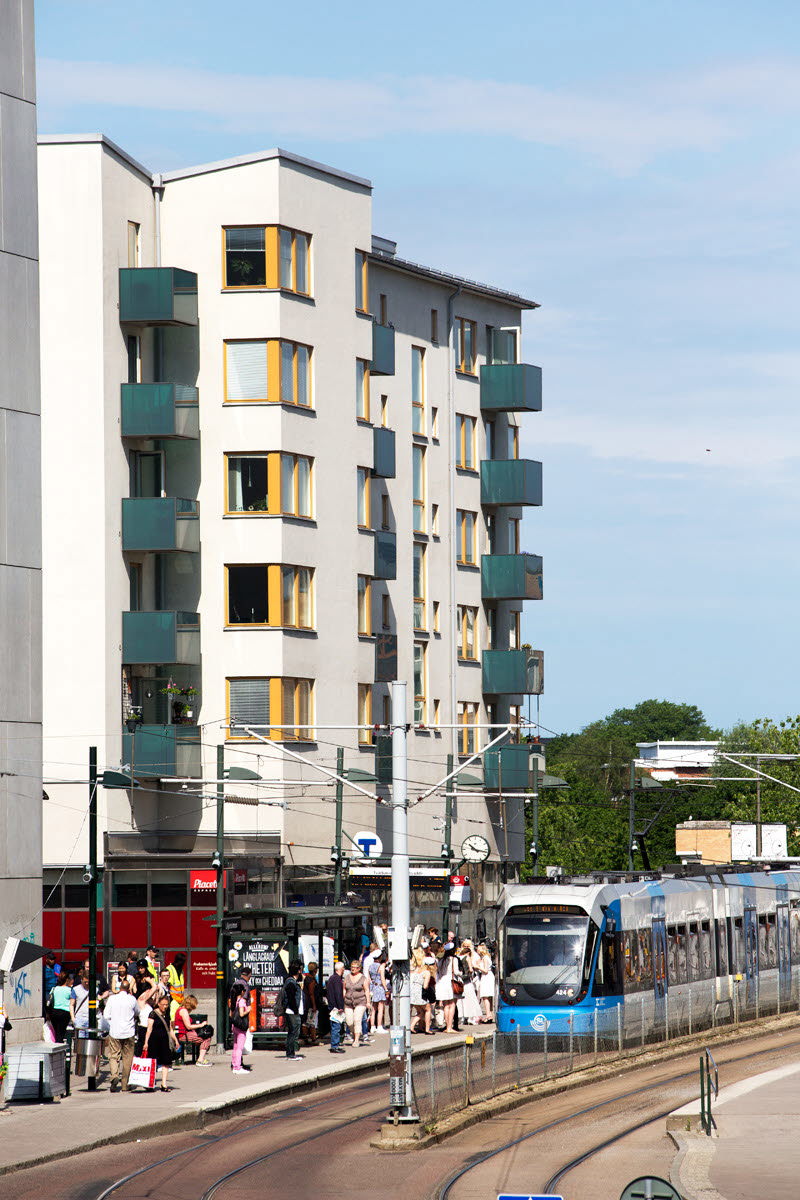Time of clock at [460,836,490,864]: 10:17
